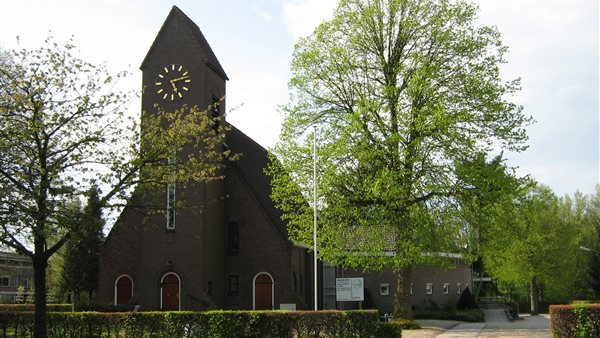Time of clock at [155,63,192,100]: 5:12
